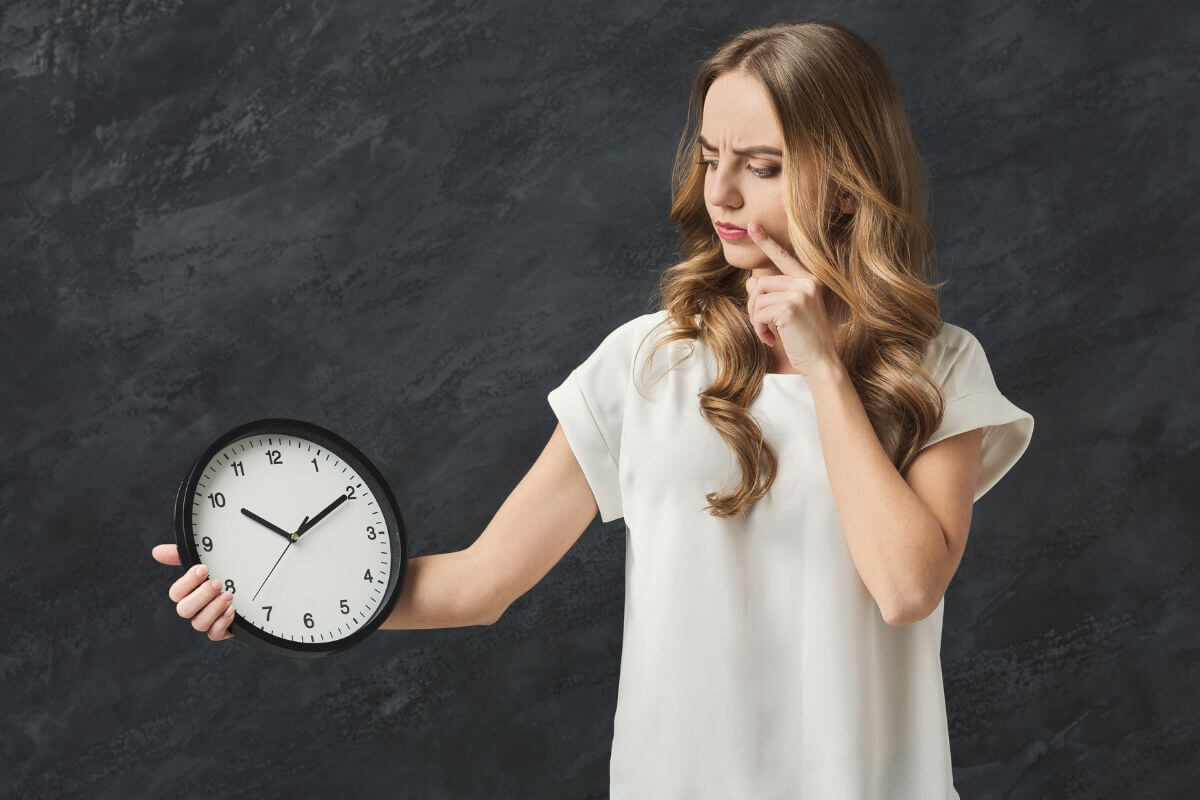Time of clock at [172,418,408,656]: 10:09
